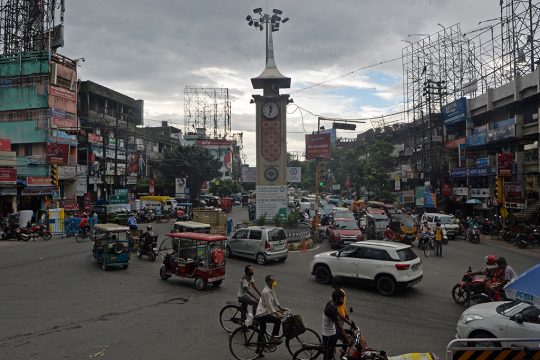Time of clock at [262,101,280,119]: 11:32
